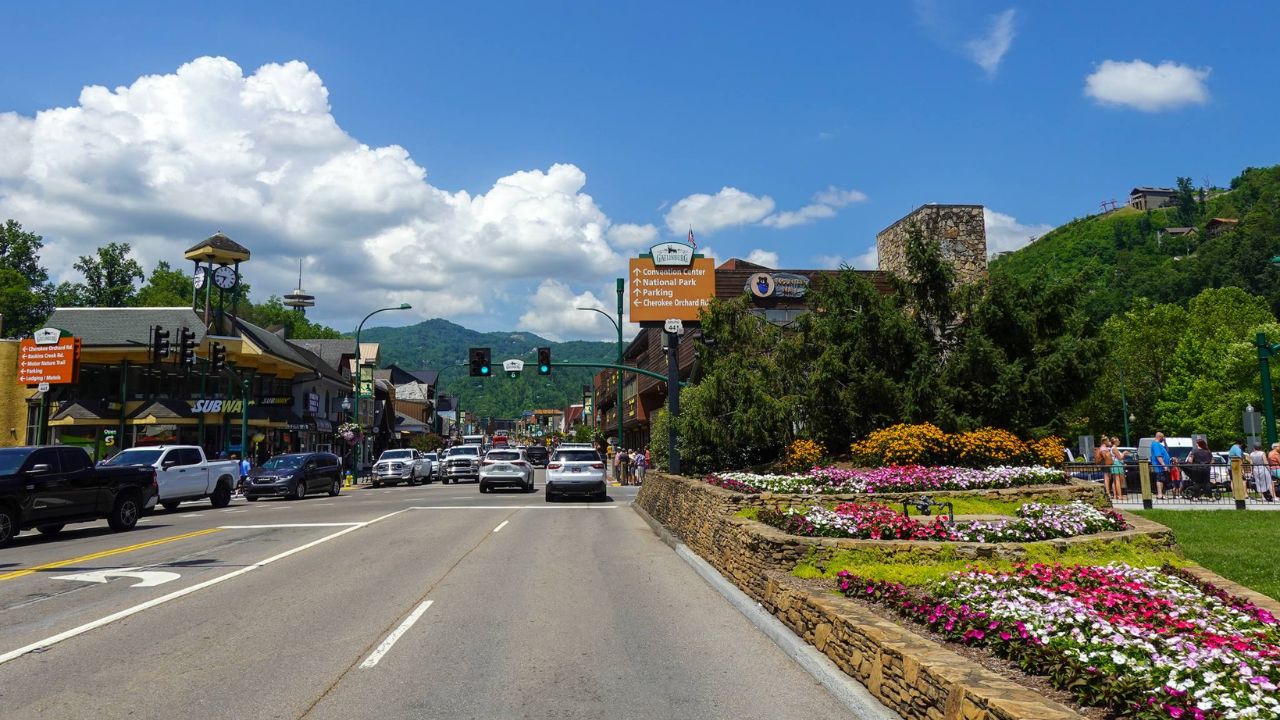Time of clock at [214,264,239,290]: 6:46
